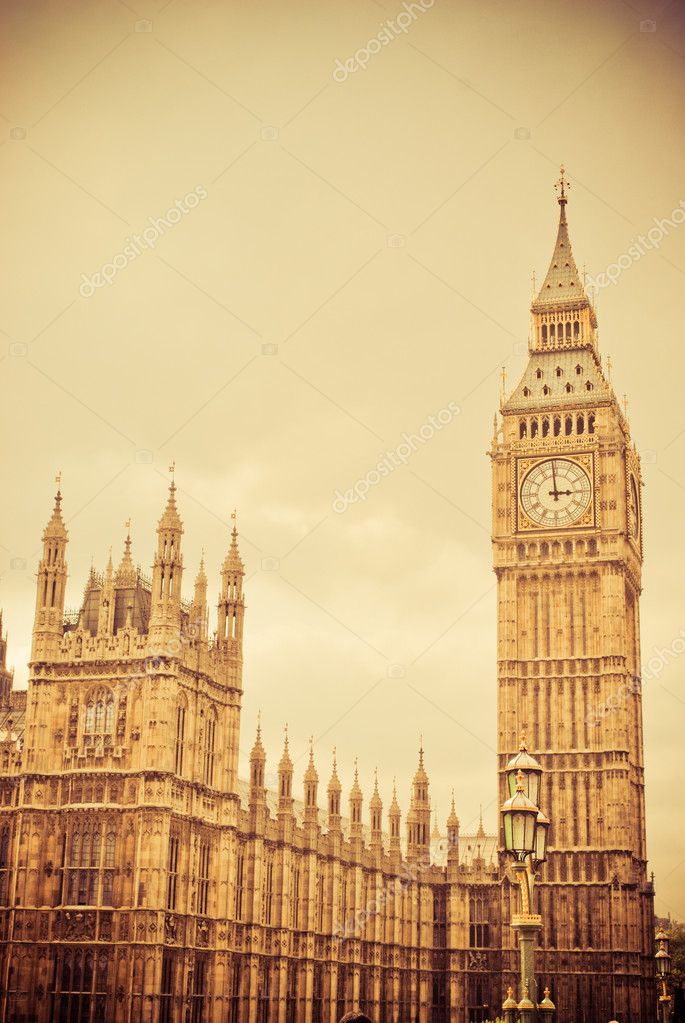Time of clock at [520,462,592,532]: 2:59
